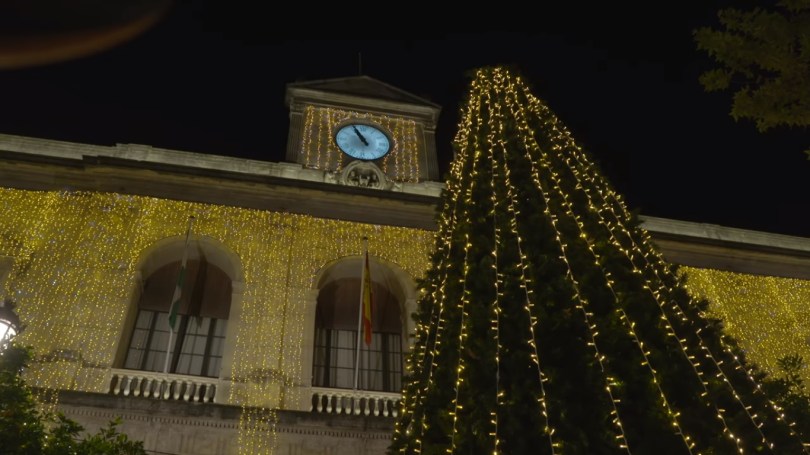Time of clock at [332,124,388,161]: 10:55
